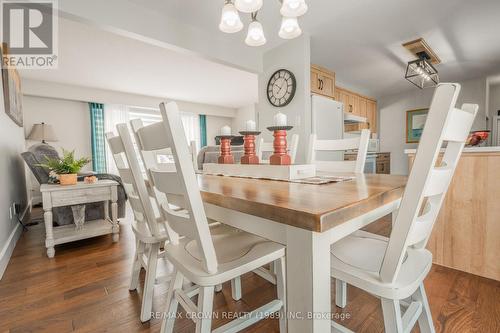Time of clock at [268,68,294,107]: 10:07
